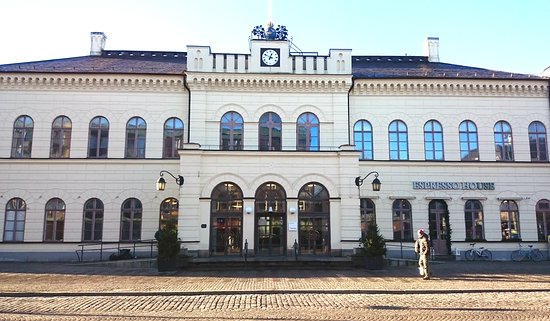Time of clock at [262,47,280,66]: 12:49
